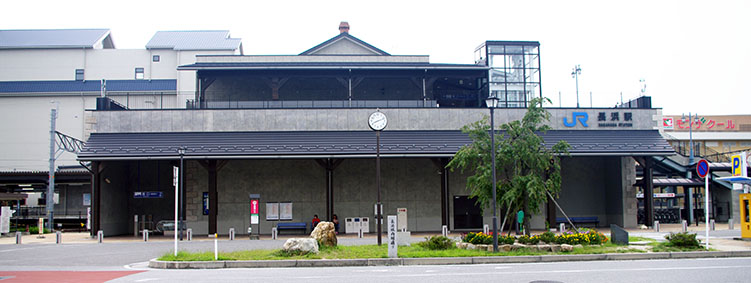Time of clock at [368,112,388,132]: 8:11
